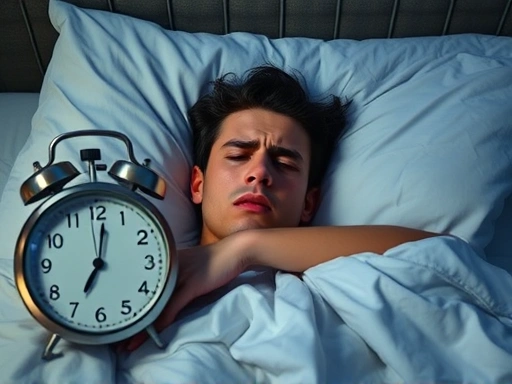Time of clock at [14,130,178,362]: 7:01
